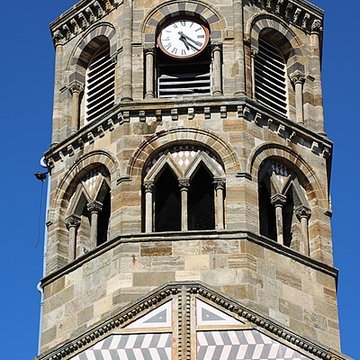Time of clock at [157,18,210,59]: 5:21
